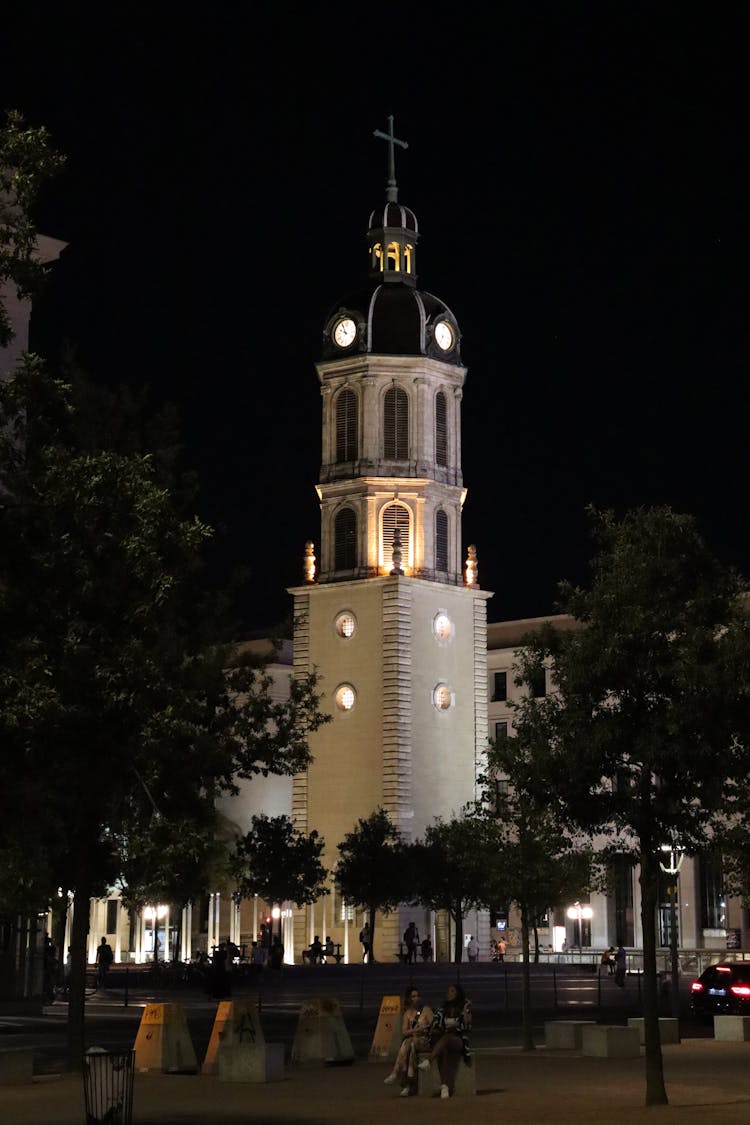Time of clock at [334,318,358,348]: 9:55
